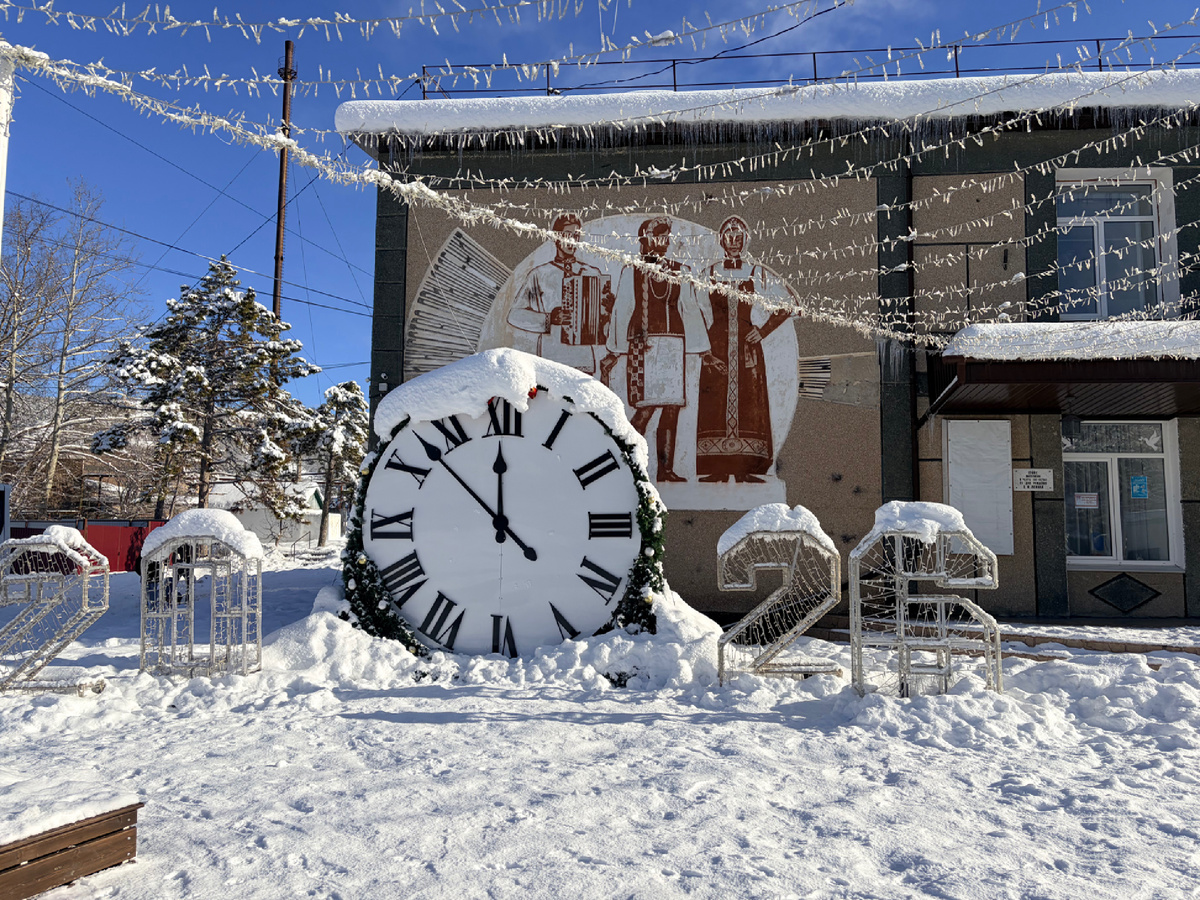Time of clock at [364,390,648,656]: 11:52
